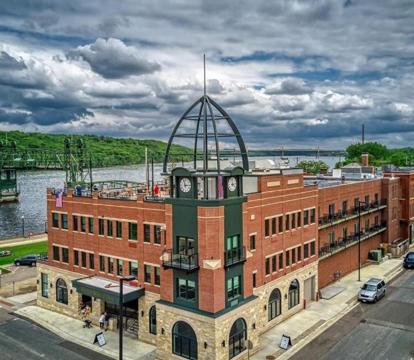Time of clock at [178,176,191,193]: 2:57
